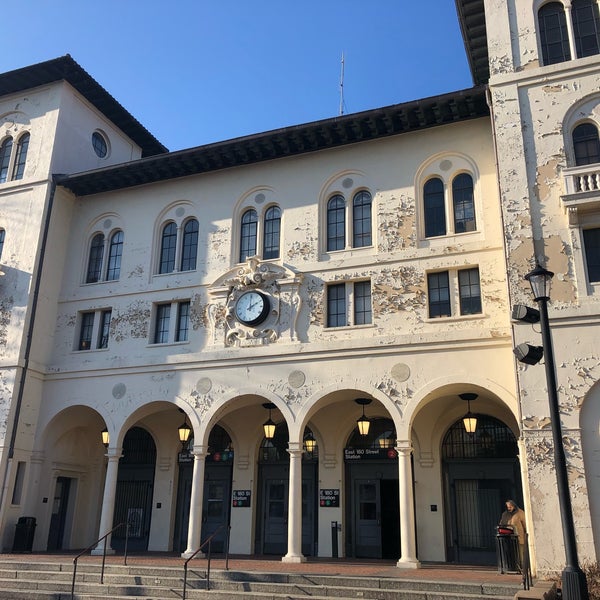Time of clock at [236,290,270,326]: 2:00
